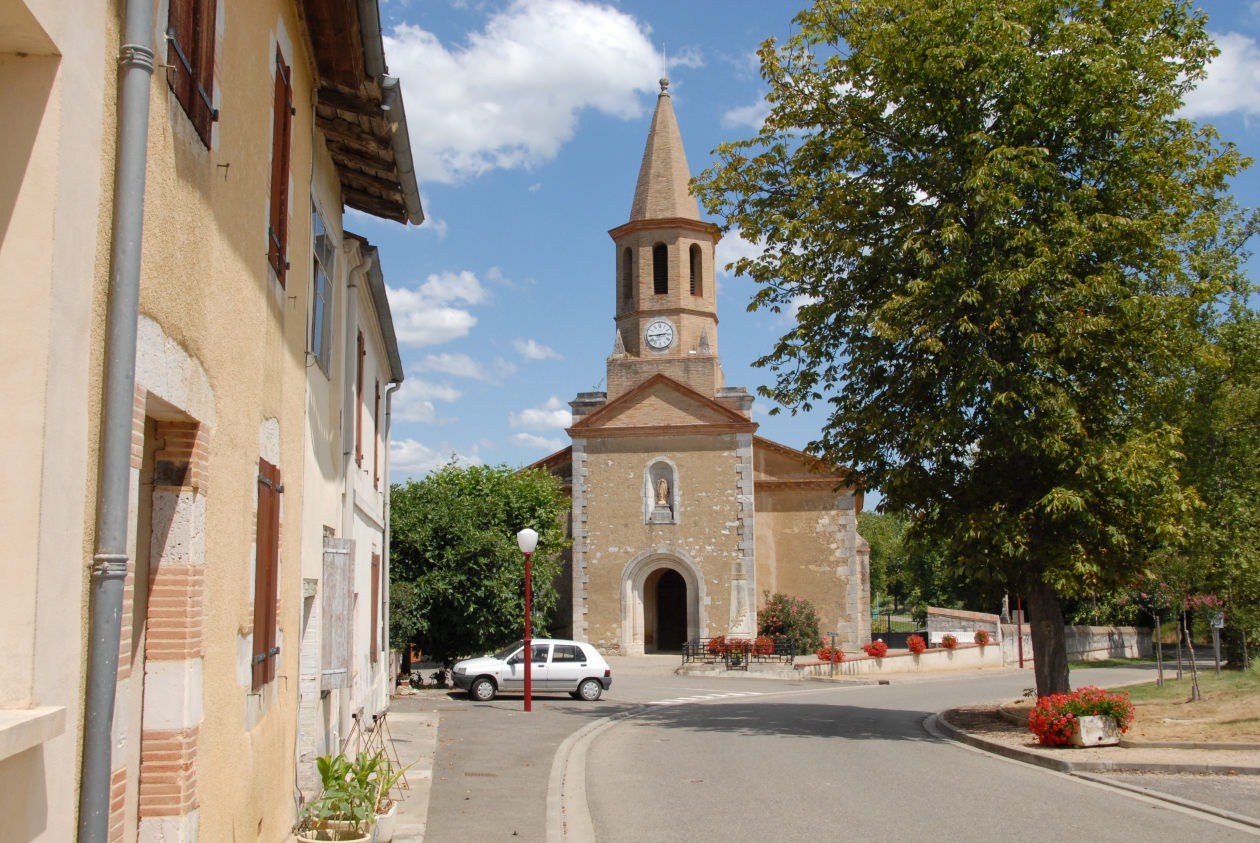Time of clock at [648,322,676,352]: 2:45
